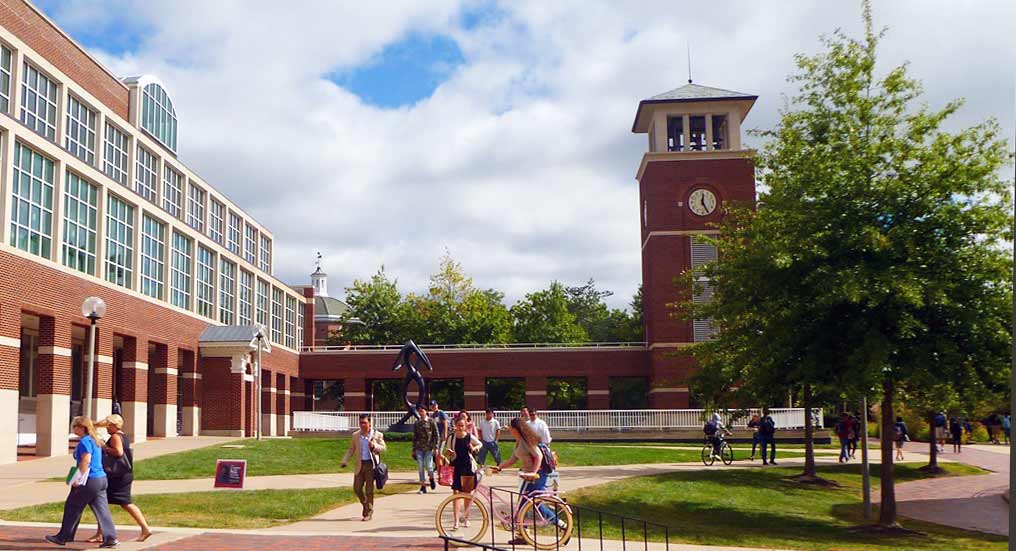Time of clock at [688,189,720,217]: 12:25
